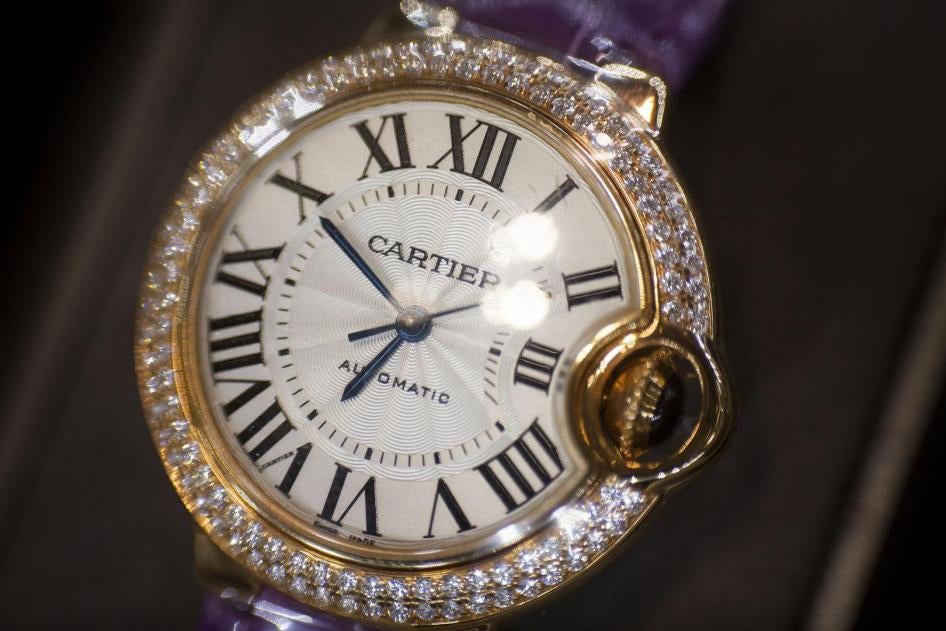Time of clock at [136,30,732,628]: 6:49
